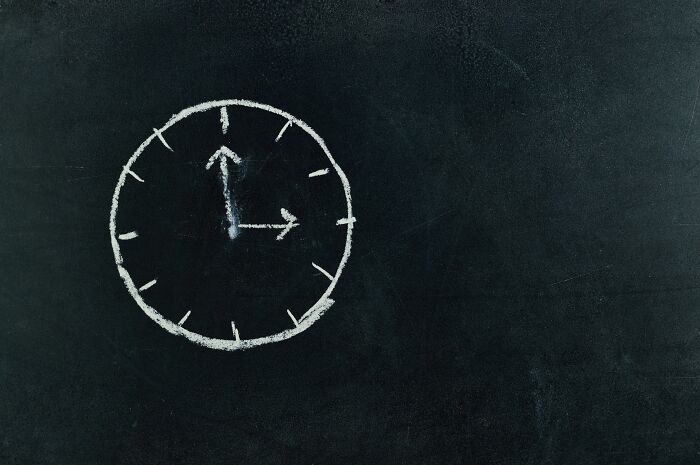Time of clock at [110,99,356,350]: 2:59
